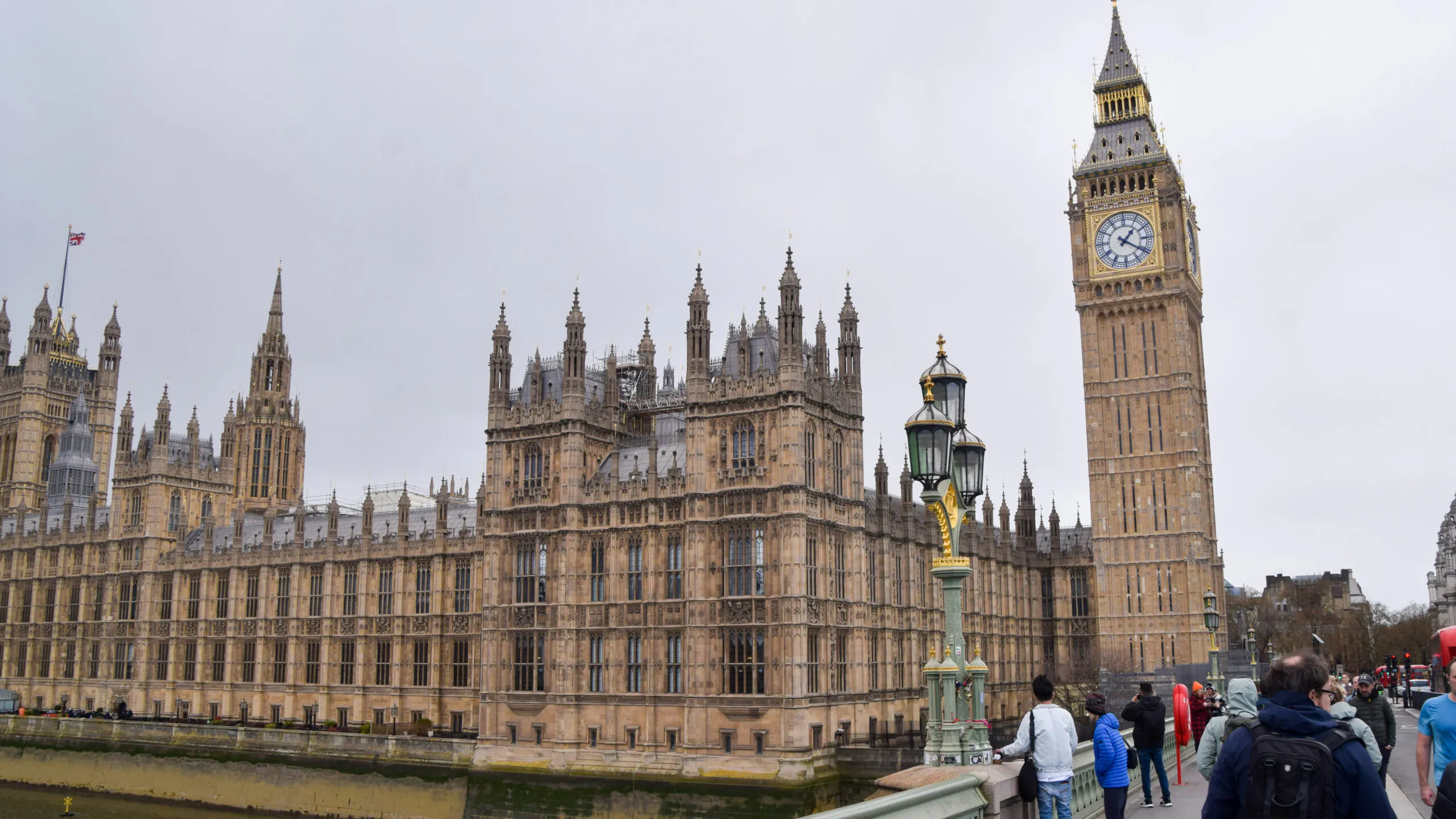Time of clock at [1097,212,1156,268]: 1:20
